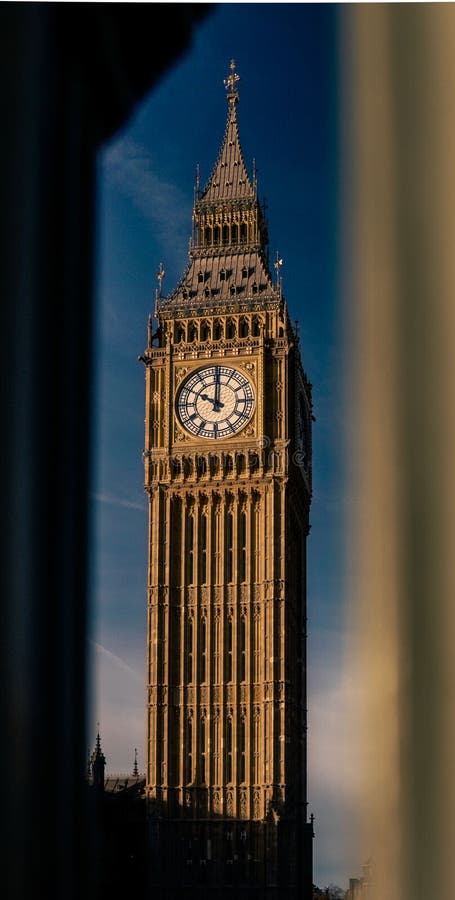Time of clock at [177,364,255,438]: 10:00
